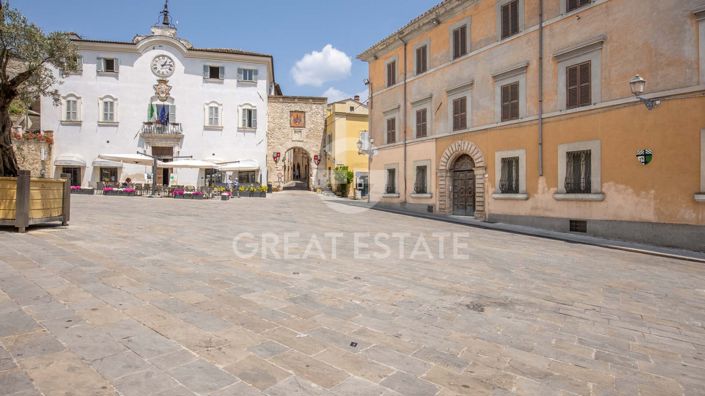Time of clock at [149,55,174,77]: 1:13
